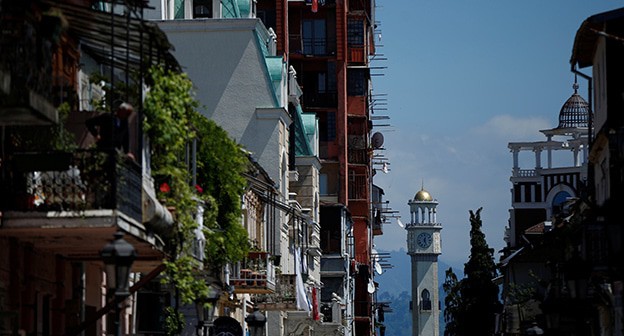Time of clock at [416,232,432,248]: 12:26
